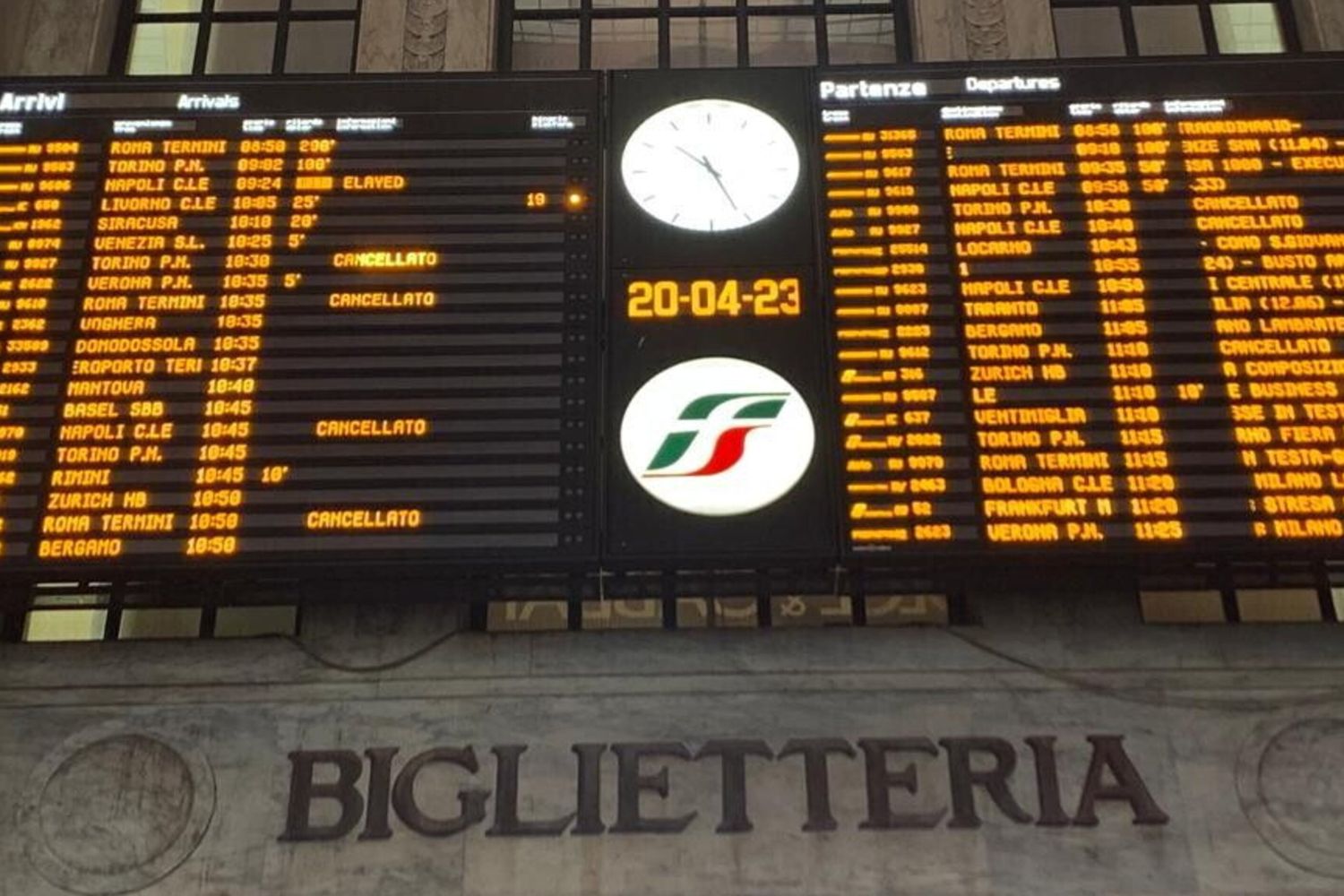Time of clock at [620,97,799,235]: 10:25
